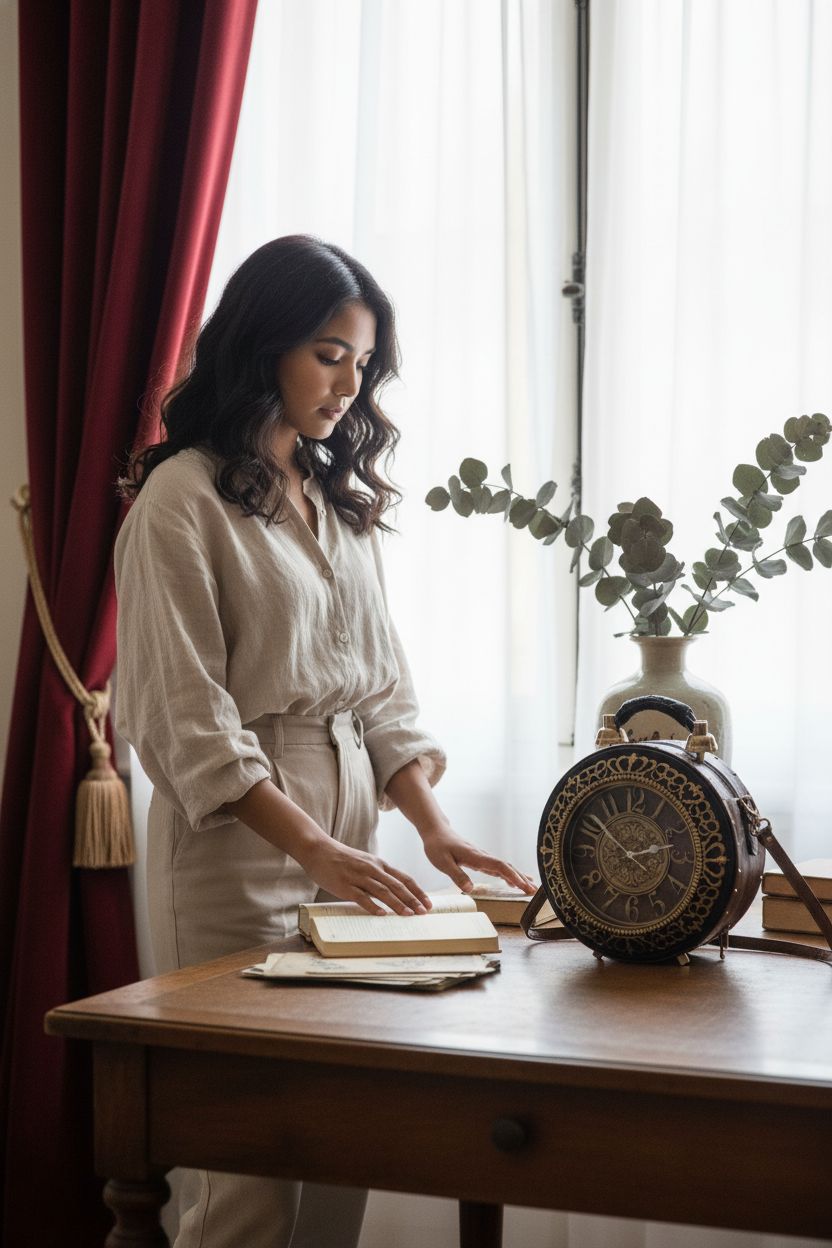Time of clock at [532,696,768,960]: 2:52
